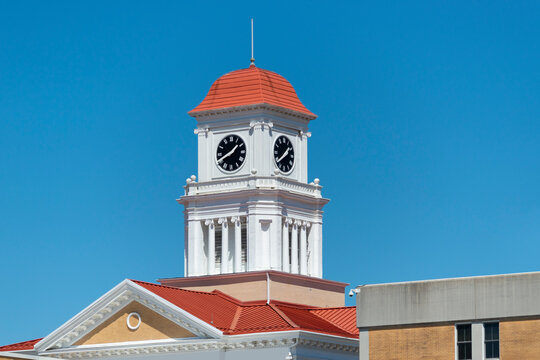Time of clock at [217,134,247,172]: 1:41
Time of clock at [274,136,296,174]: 1:39
